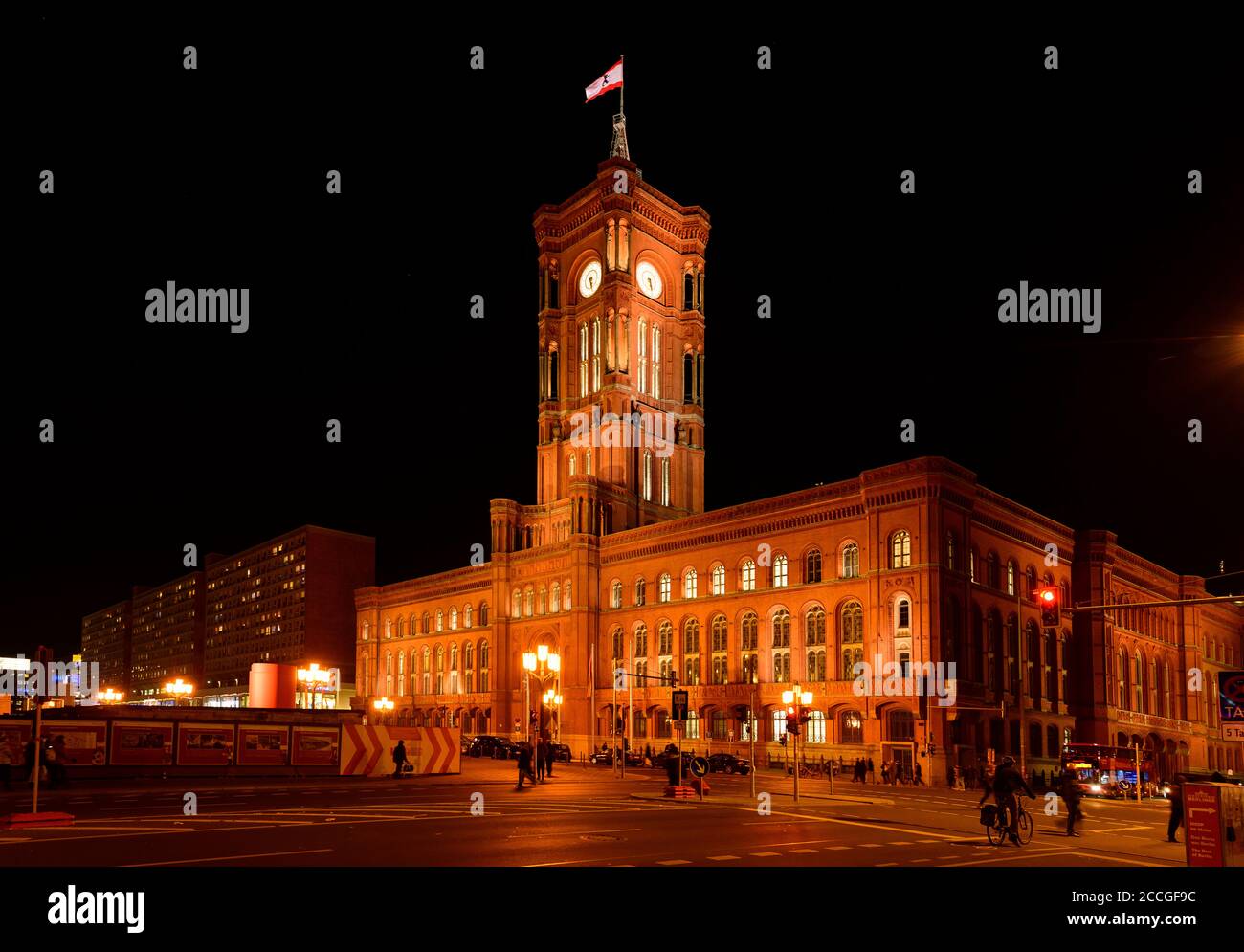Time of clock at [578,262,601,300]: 5:26
